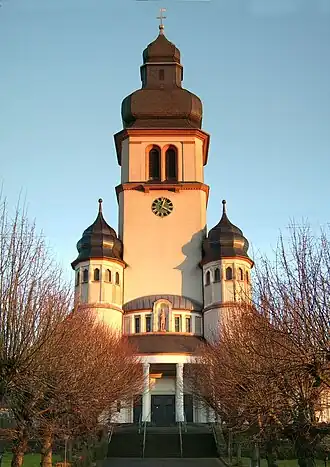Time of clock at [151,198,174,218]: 12:19
